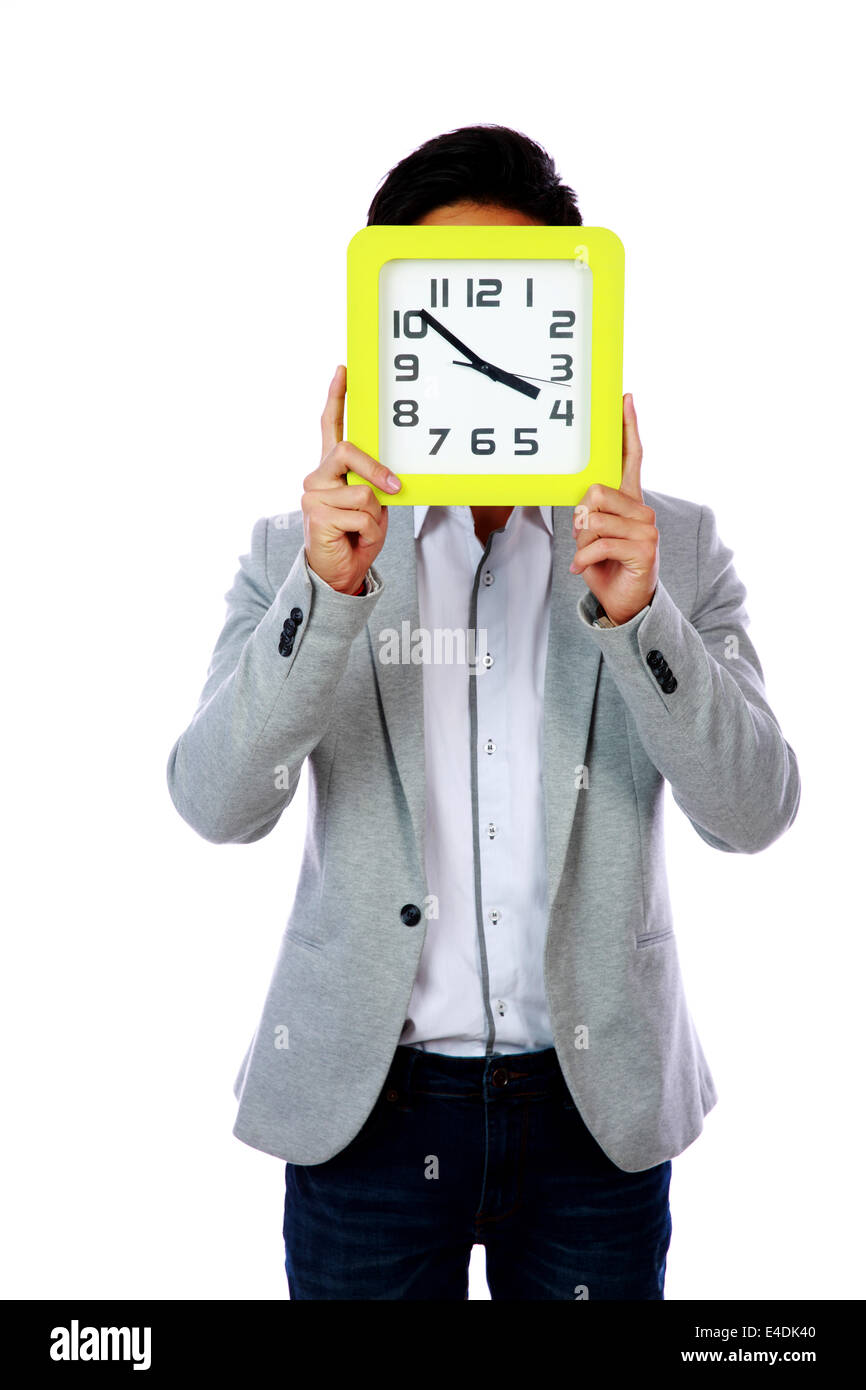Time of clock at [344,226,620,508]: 3:51
